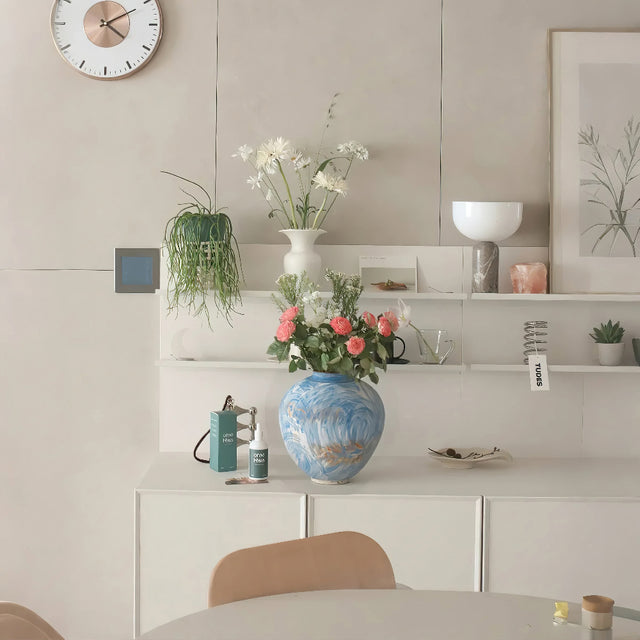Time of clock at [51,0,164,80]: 4:10
